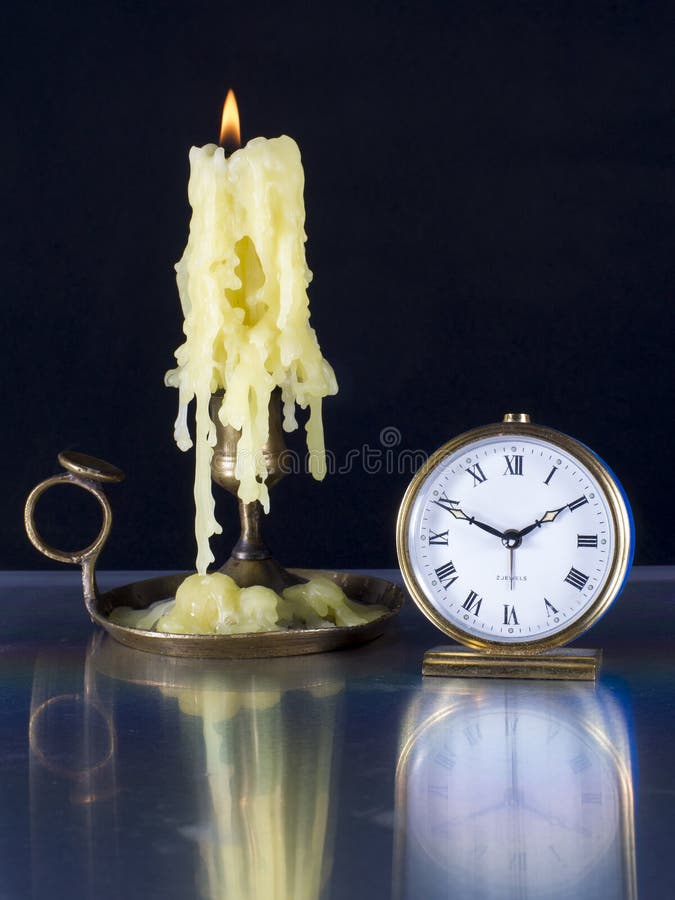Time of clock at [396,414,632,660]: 1:49
